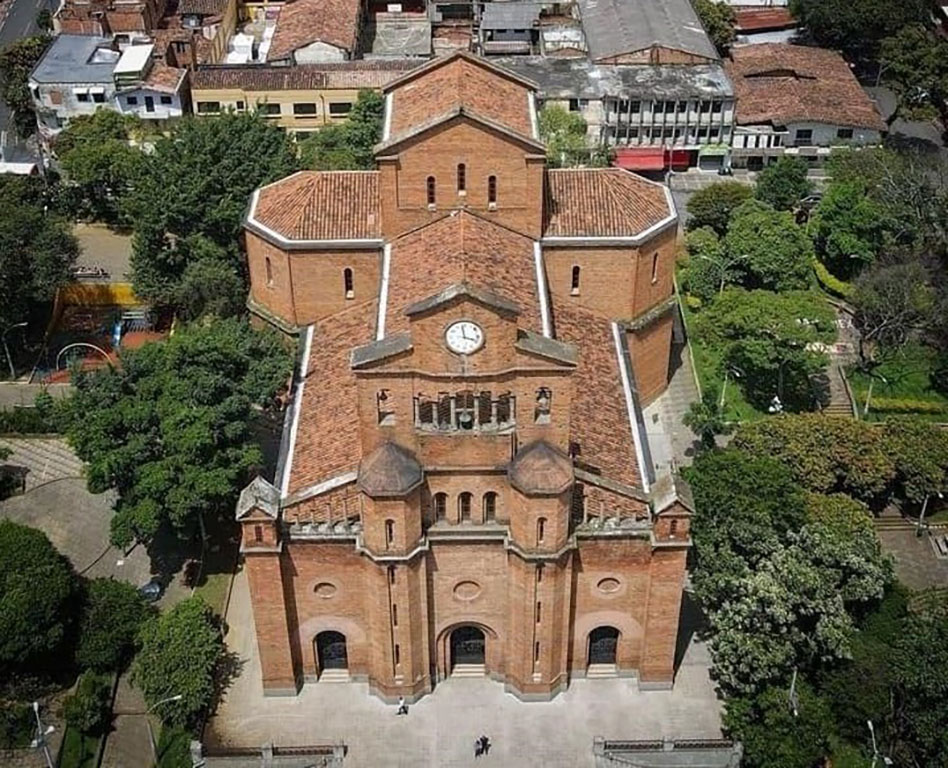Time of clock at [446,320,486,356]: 3:58
